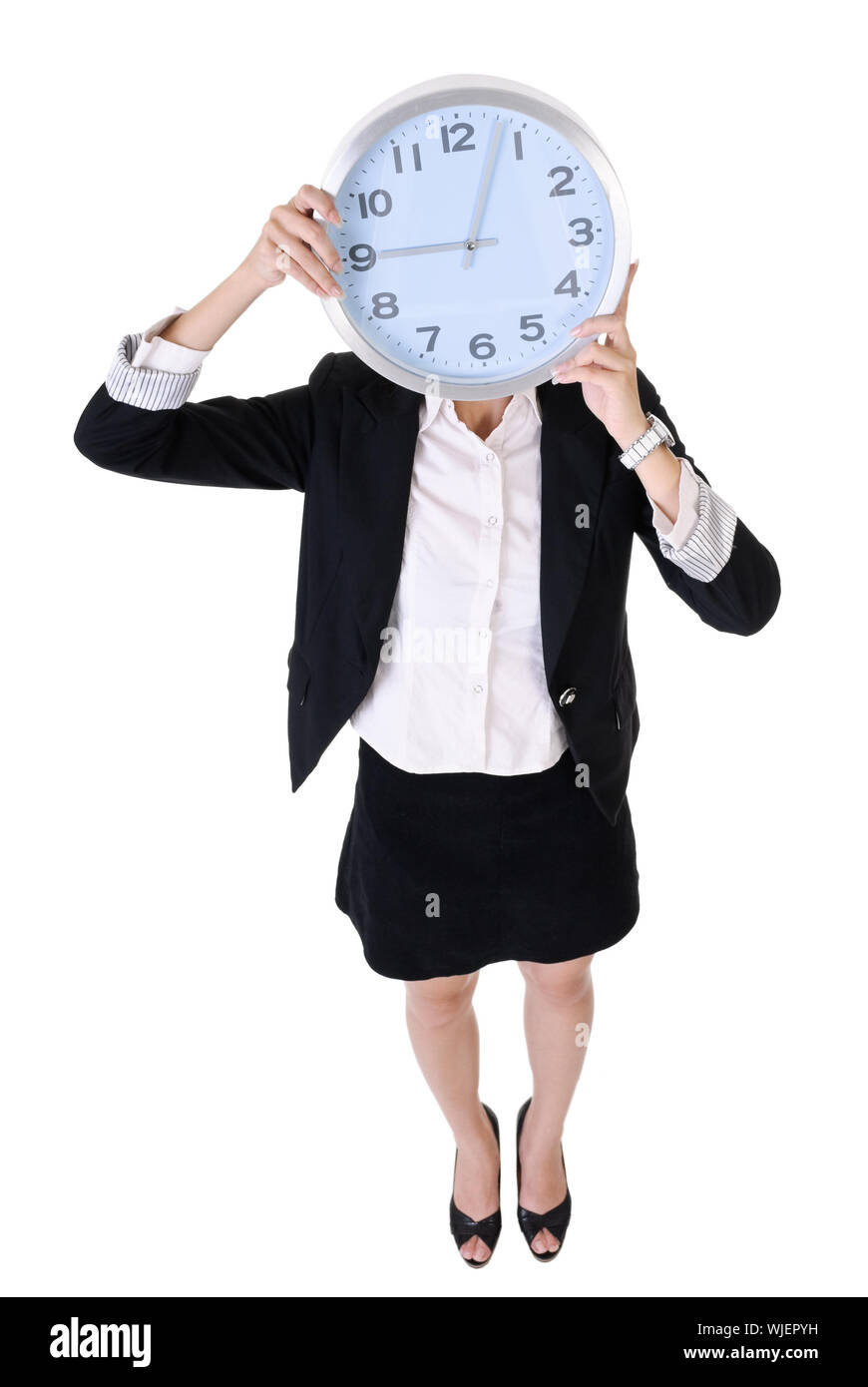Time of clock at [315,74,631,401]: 9:03
